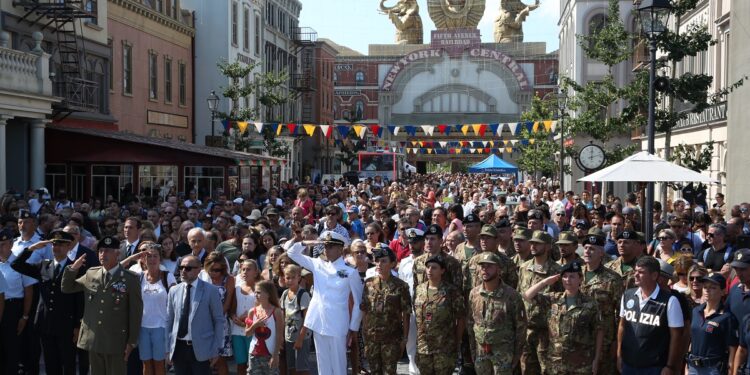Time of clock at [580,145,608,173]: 12:12
